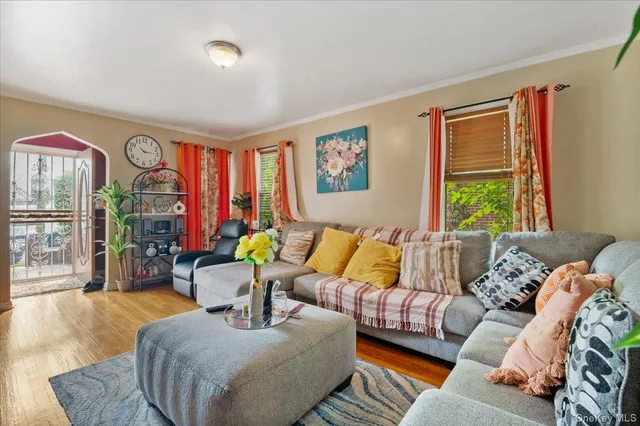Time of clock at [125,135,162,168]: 10:15
